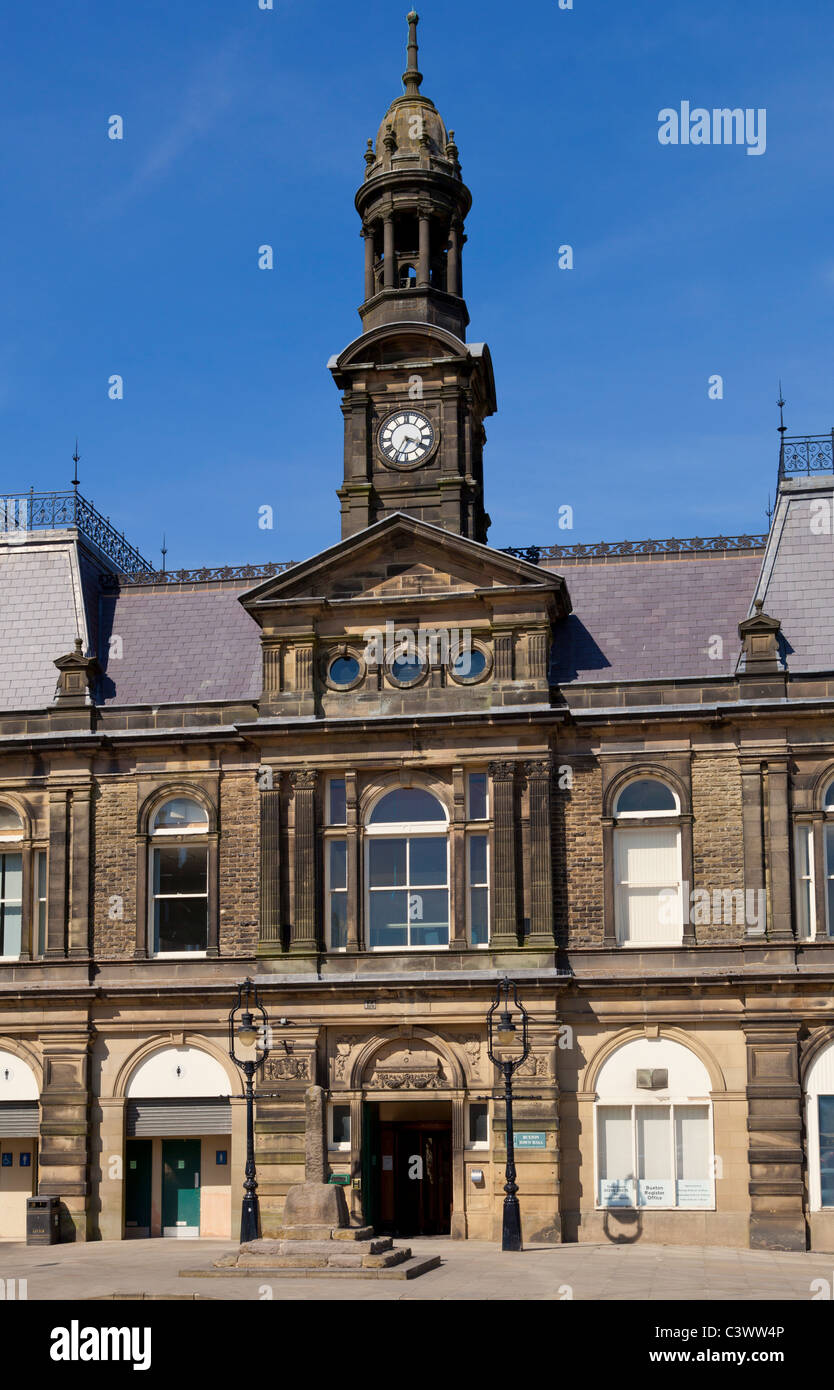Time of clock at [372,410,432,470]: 3:35
